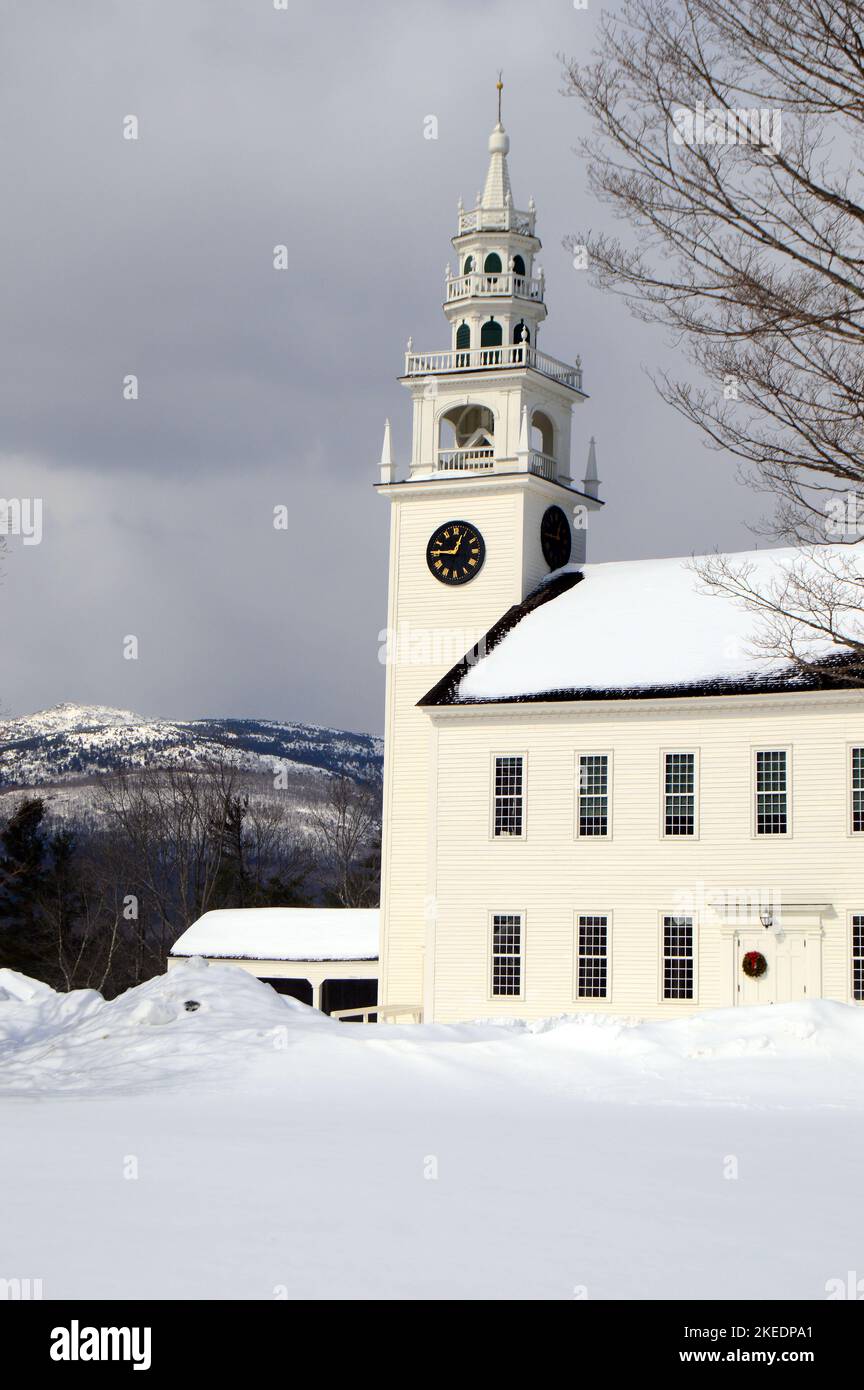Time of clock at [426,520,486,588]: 12:45
